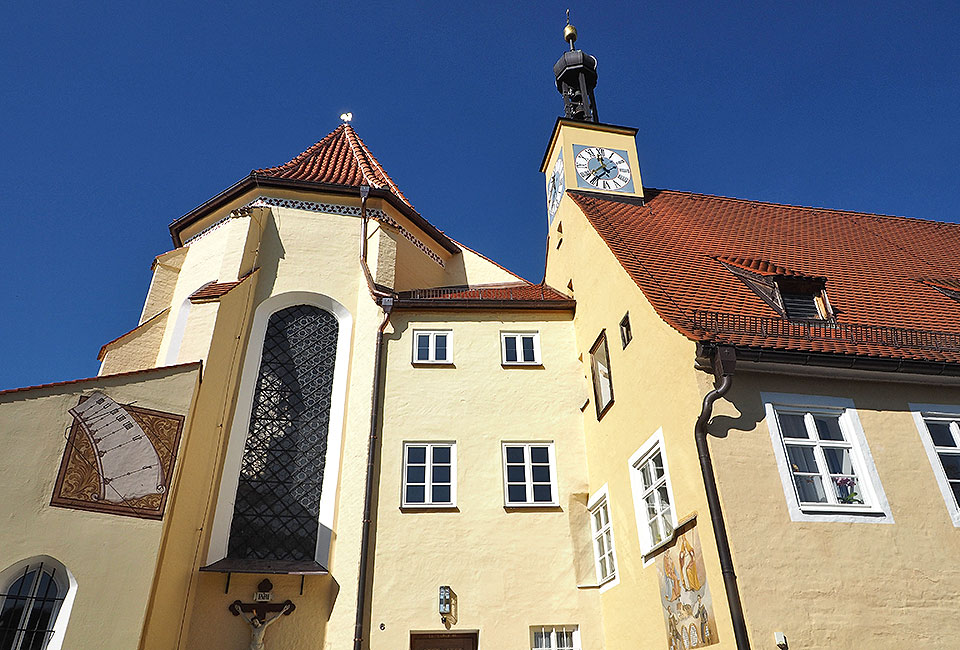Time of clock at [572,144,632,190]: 11:37
